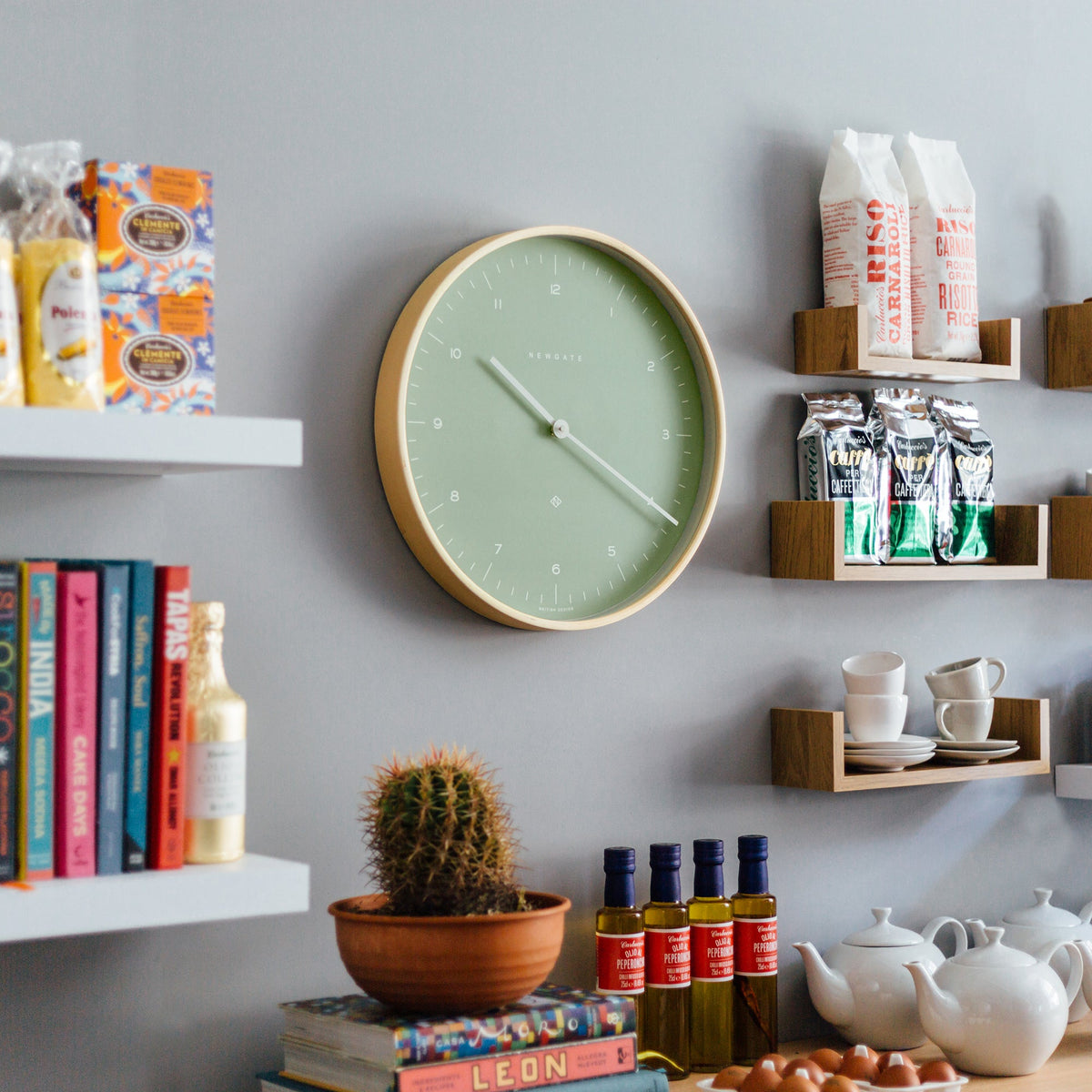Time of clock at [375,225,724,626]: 10:20
